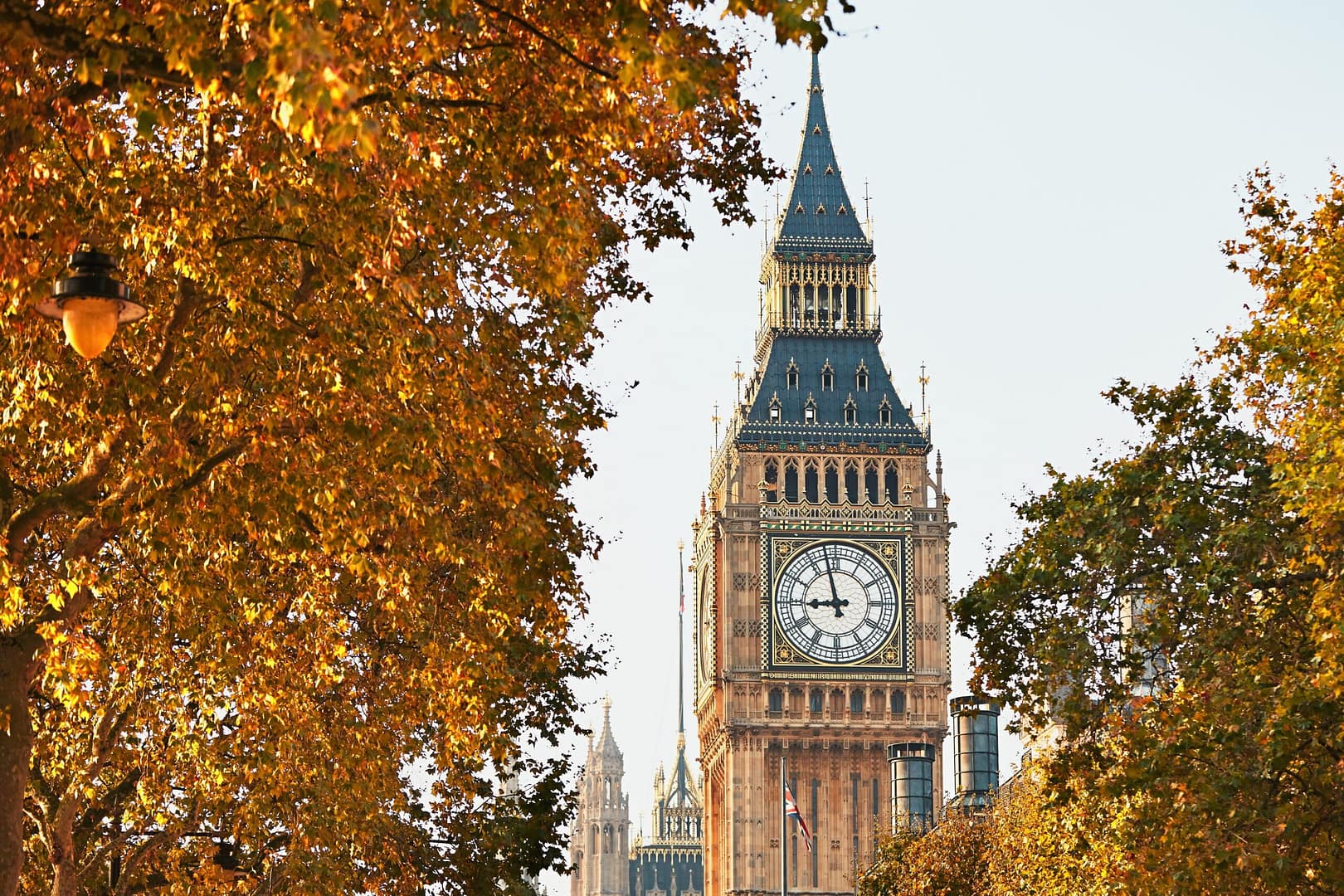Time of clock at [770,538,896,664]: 8:57
